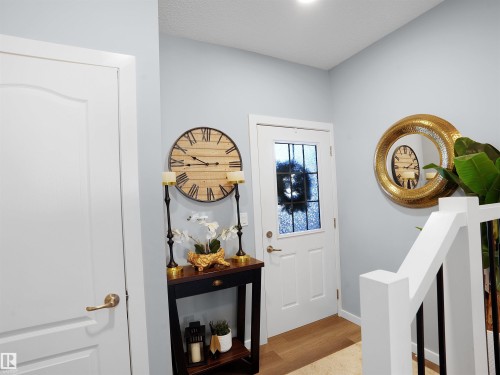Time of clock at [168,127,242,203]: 2:49
